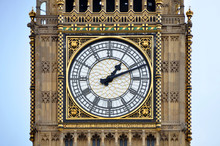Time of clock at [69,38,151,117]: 1:11
